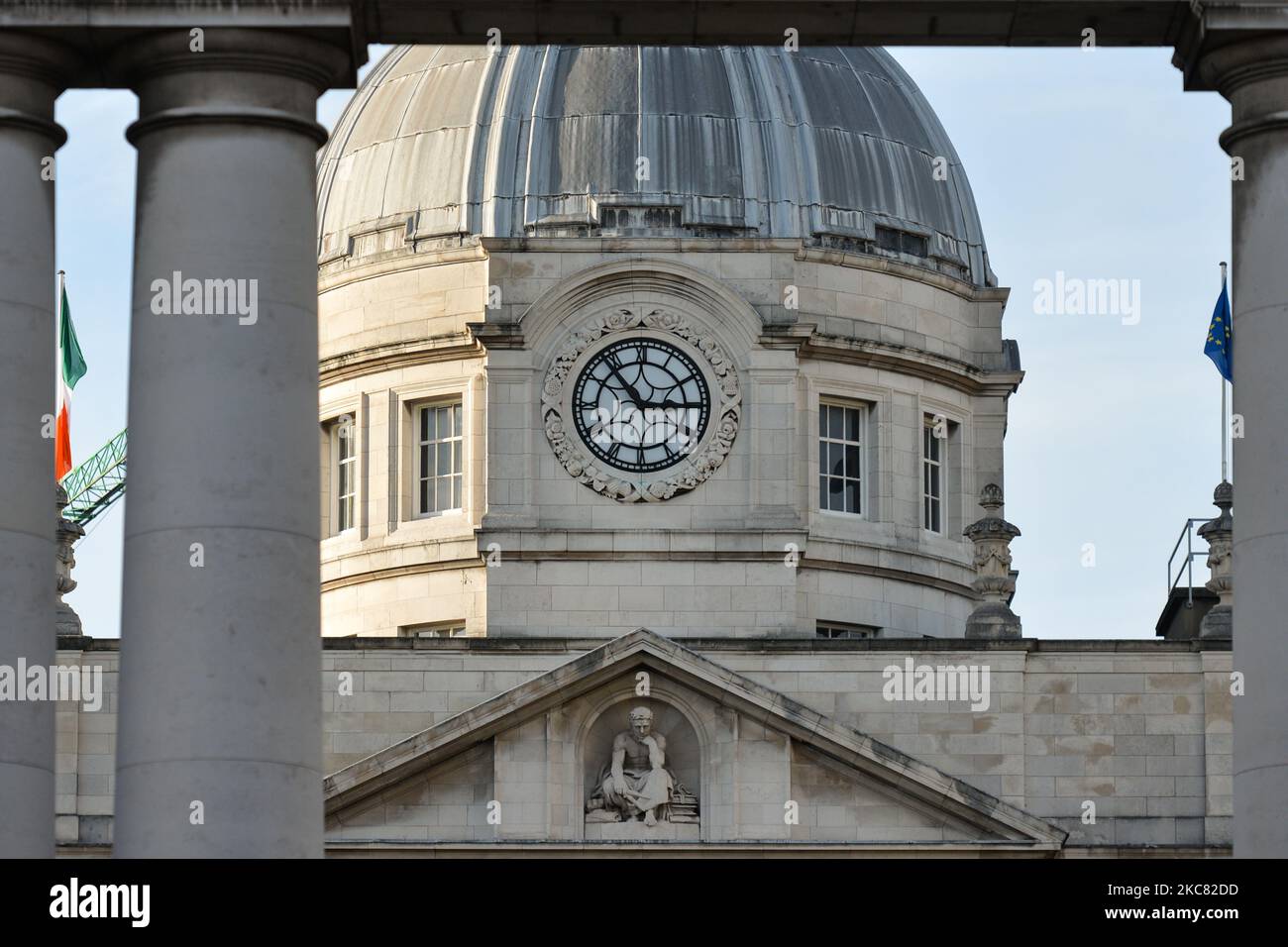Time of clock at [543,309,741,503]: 2:53
